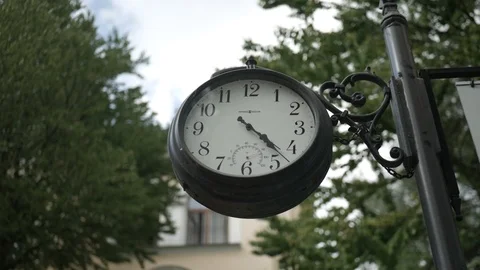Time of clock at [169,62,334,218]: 4:22
